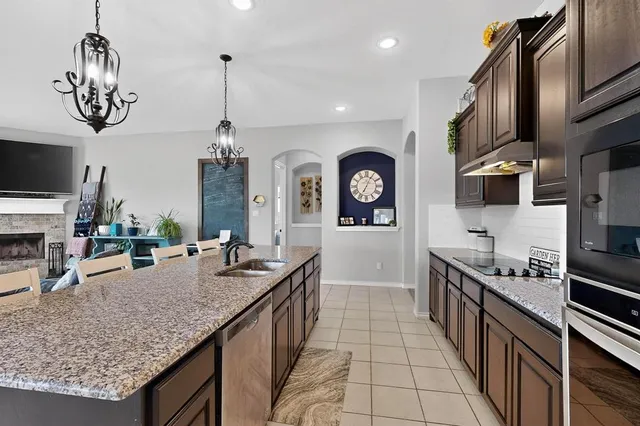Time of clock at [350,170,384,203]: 7:04
